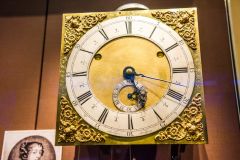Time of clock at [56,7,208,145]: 5:18
